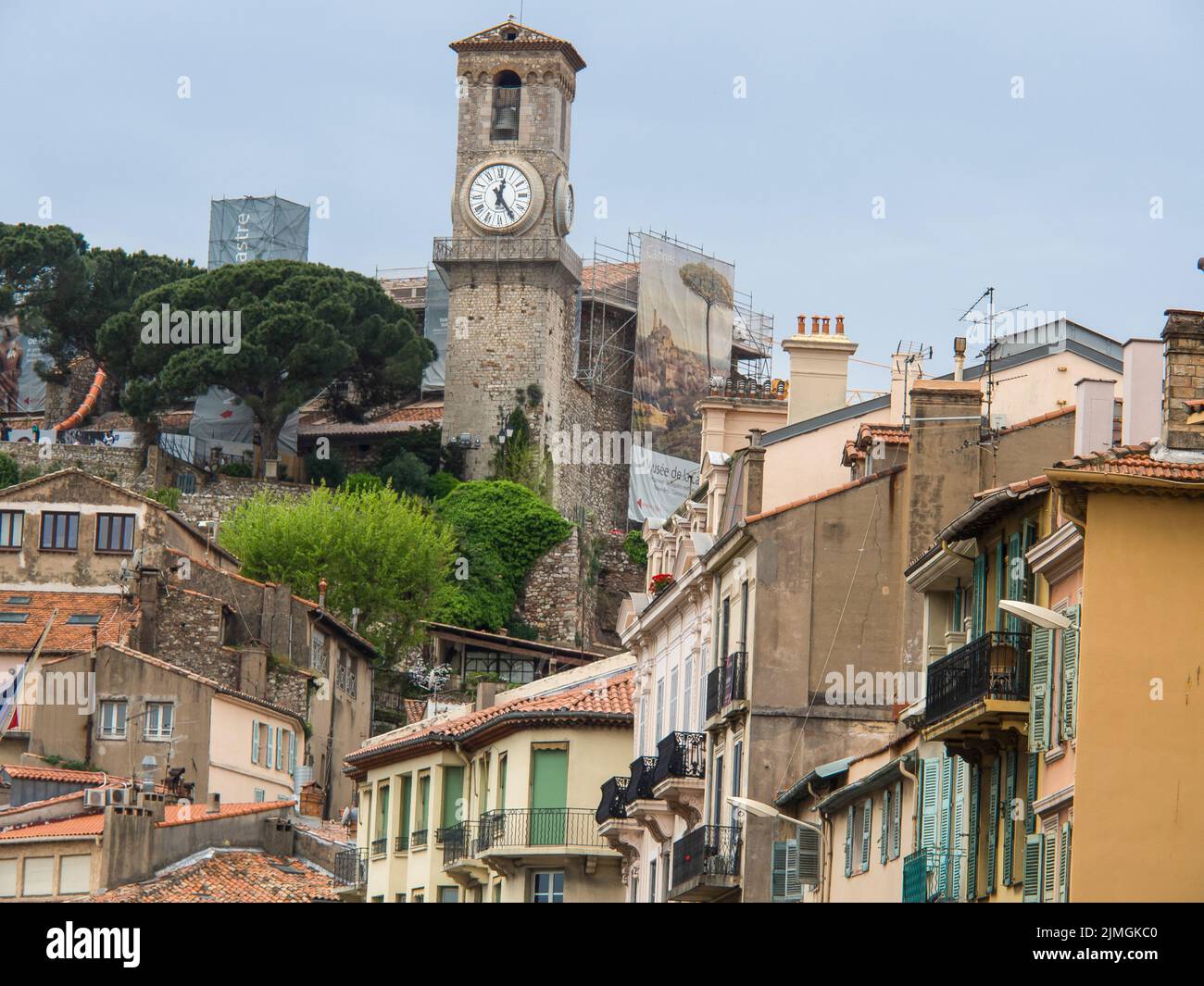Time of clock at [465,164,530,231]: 12:24
